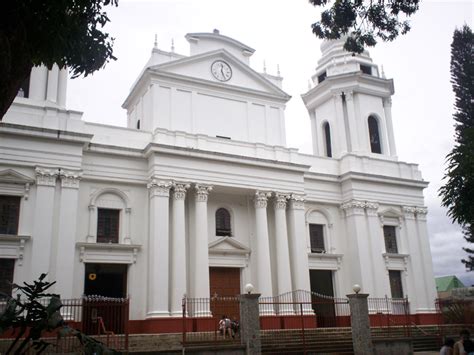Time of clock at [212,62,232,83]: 12:26
